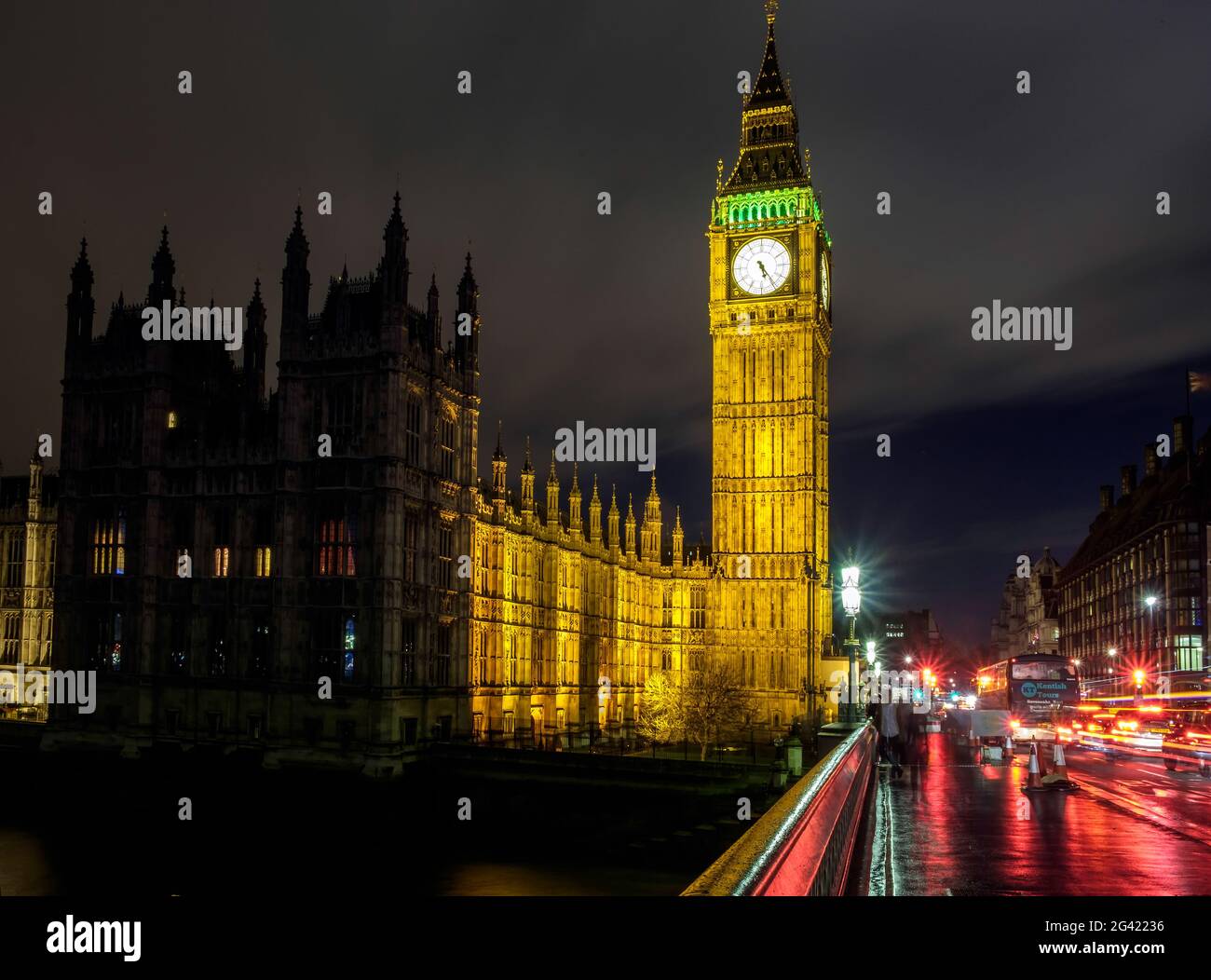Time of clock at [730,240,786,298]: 5:24
